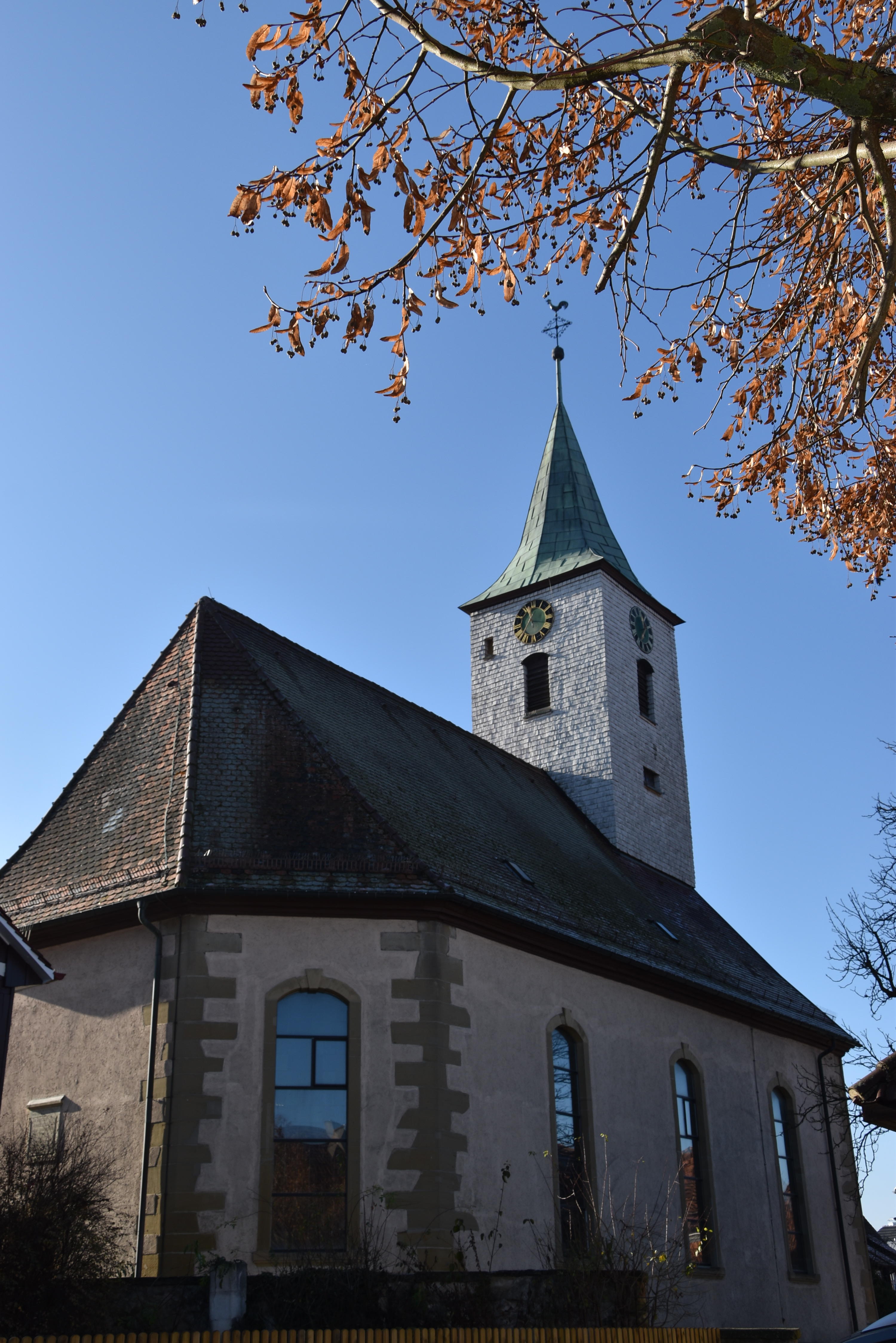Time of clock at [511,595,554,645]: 11:17
